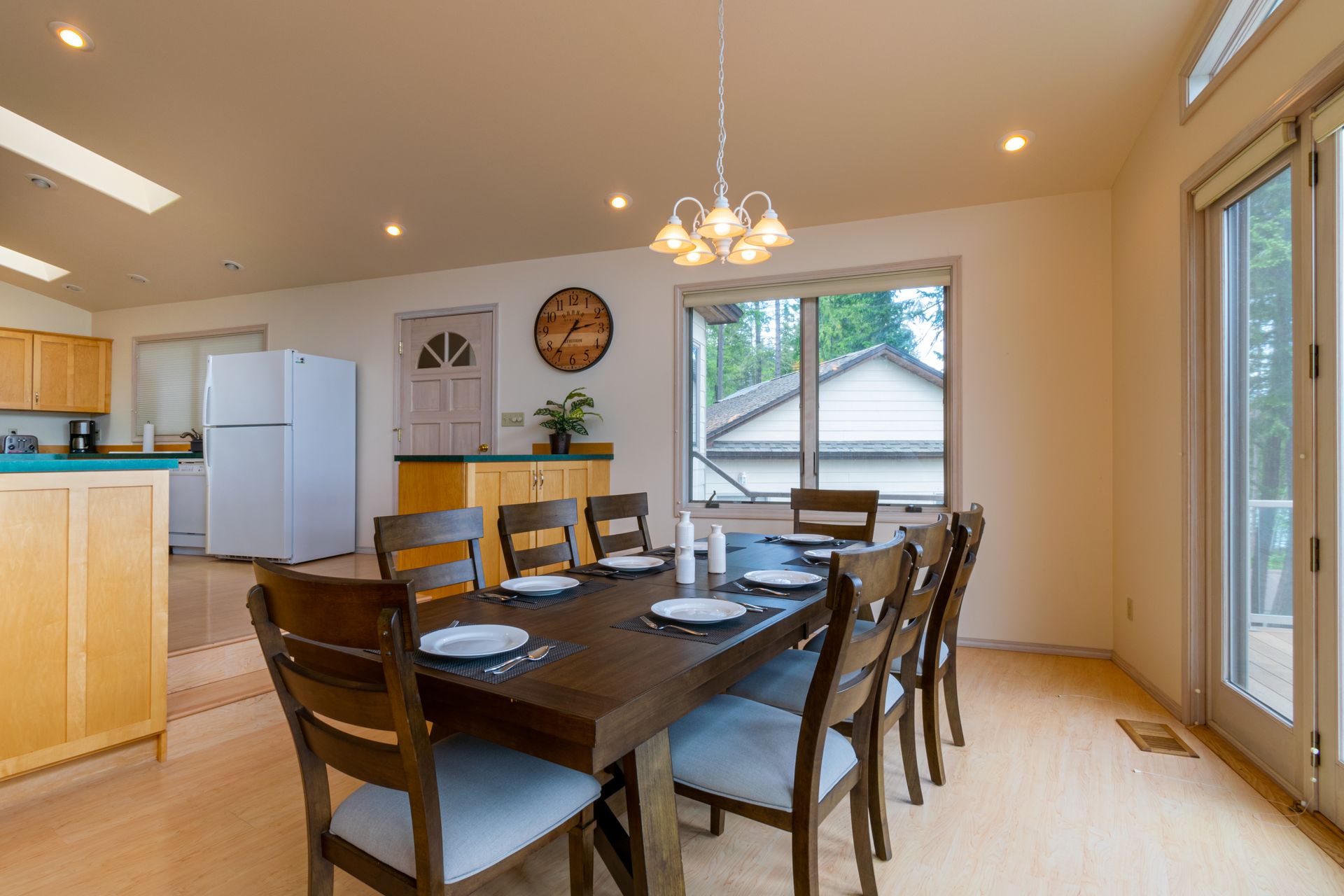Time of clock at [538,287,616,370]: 2:36
